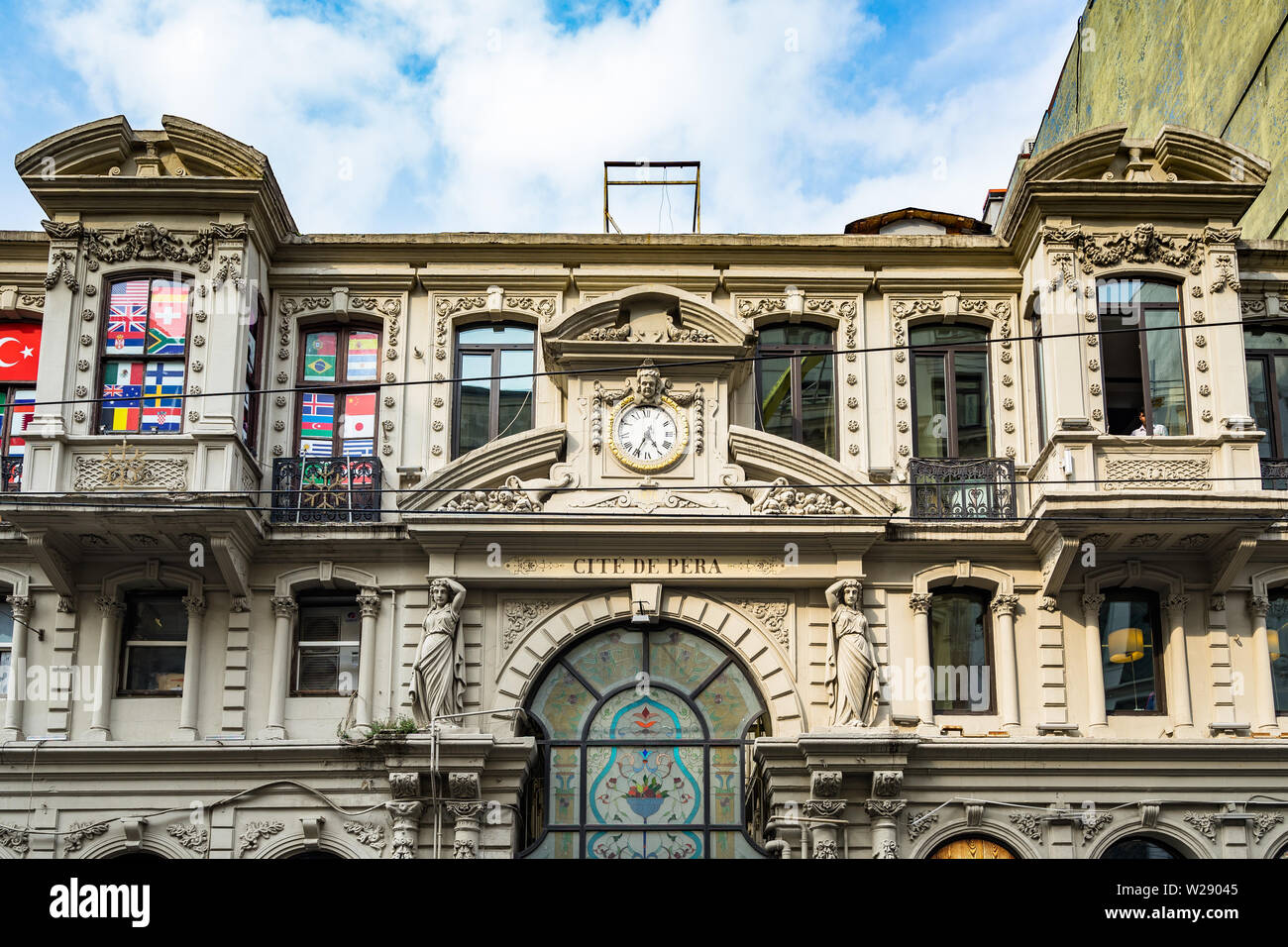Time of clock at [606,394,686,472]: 4:35
